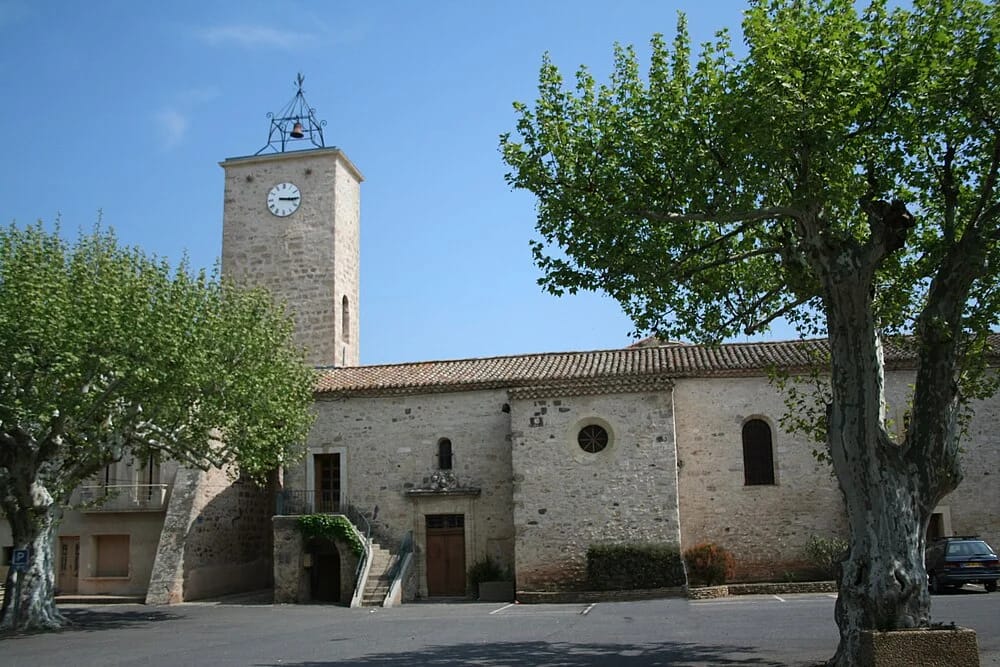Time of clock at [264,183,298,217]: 3:15
